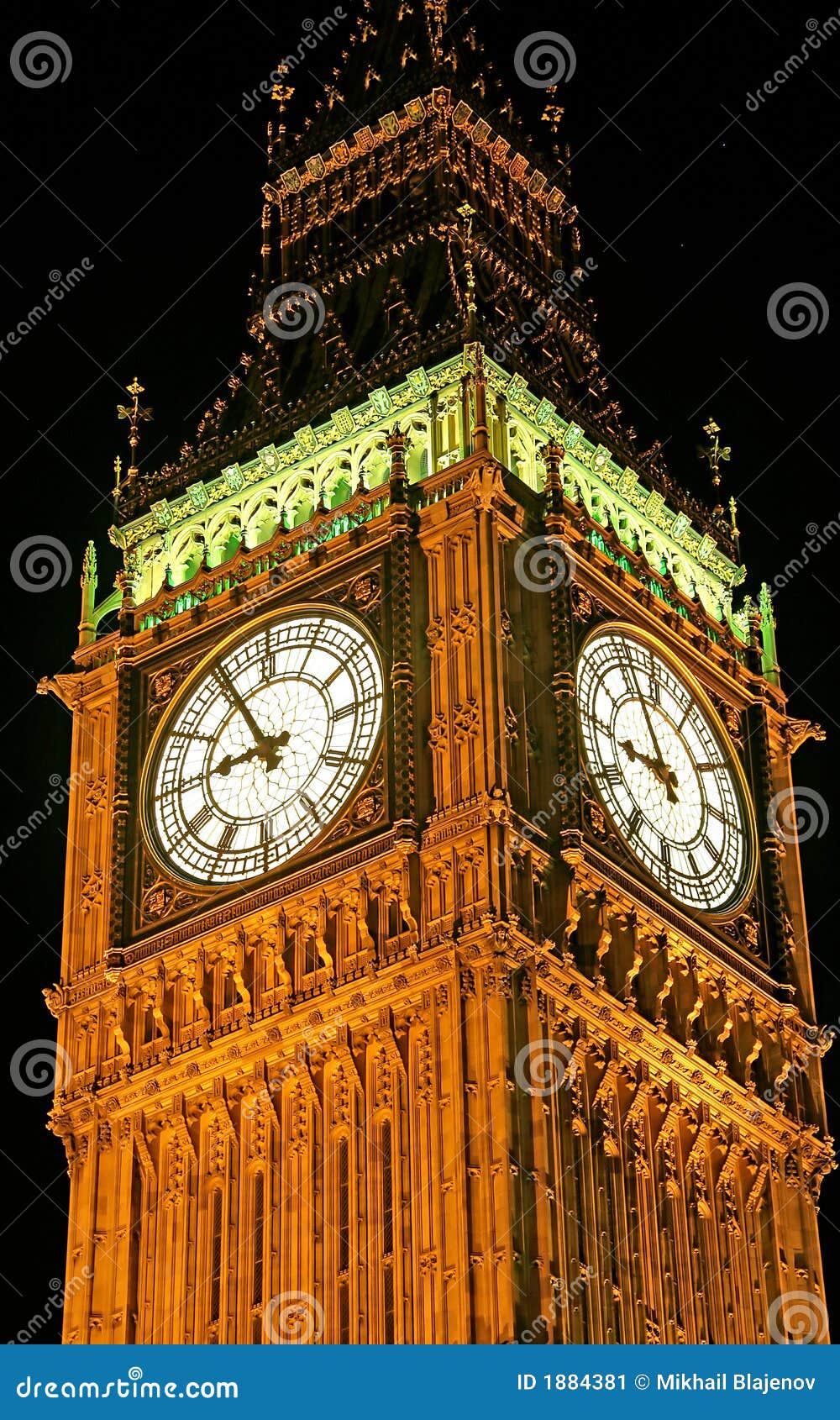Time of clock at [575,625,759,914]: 8:56
